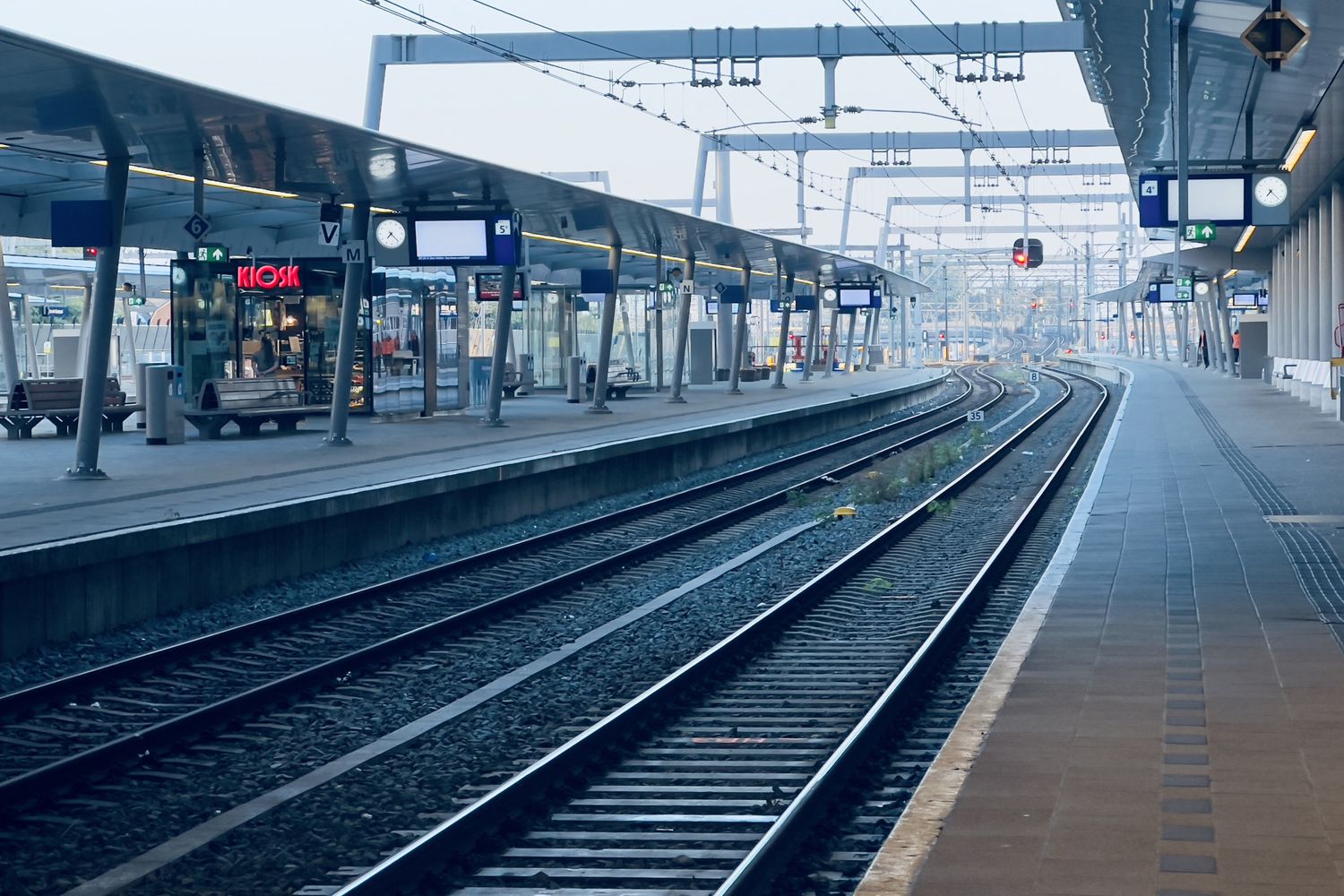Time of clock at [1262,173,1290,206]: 7:22
